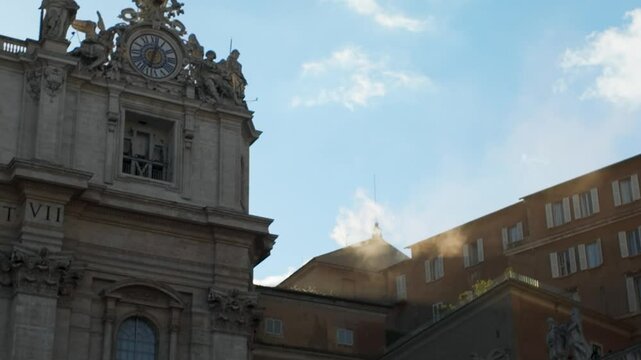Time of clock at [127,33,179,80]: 12:32
